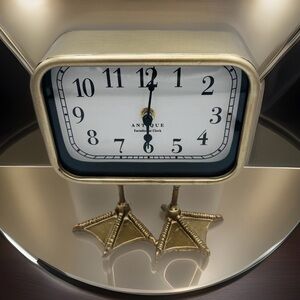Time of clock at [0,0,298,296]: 6:01
